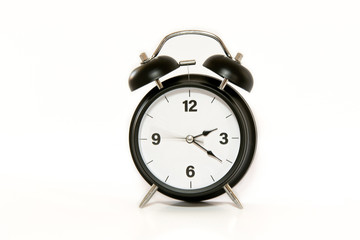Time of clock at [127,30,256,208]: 2:20
